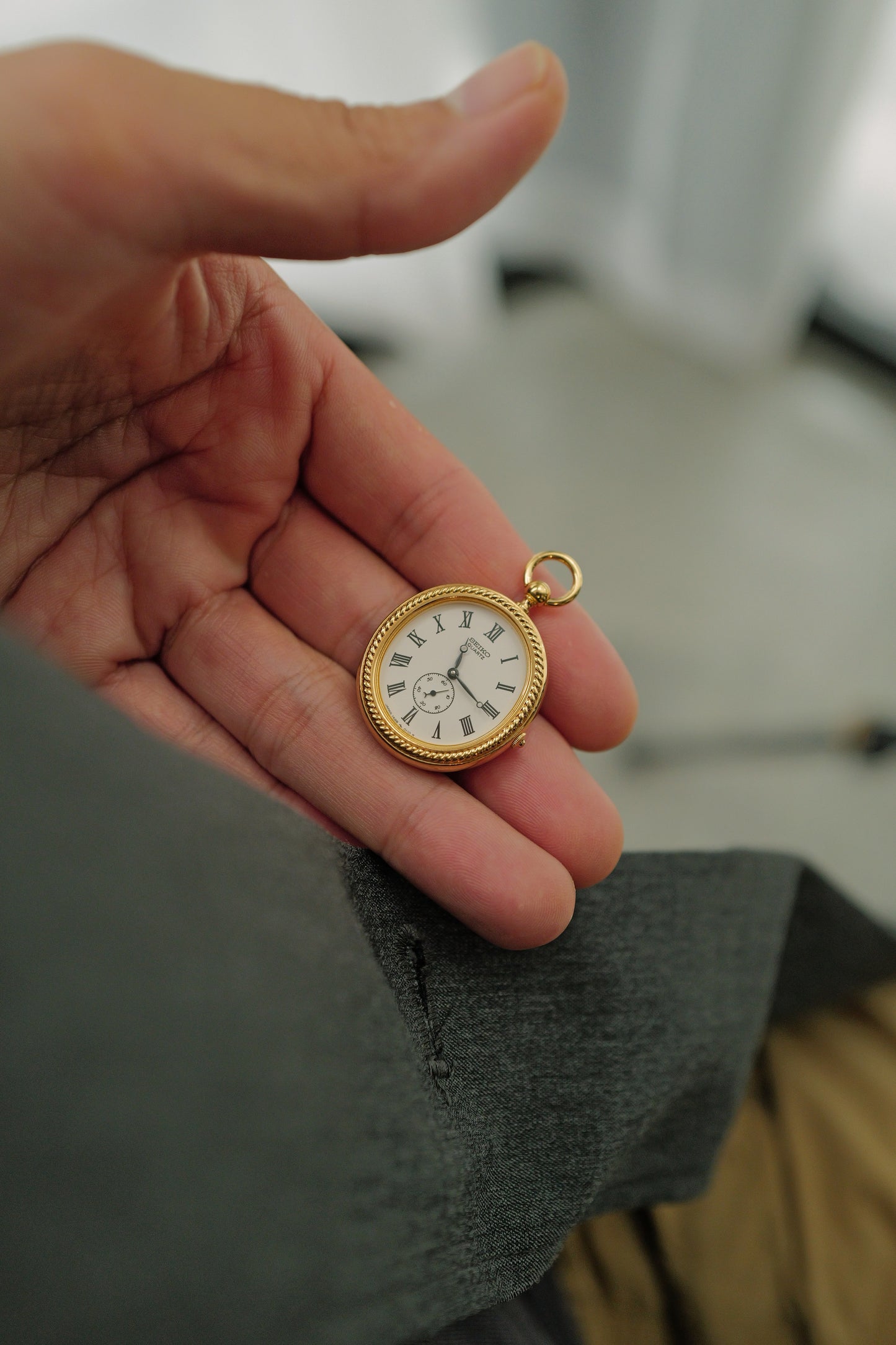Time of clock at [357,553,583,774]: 12:20
